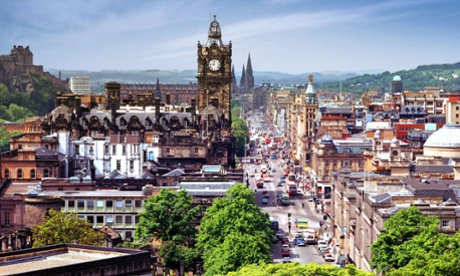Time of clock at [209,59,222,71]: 11:46
